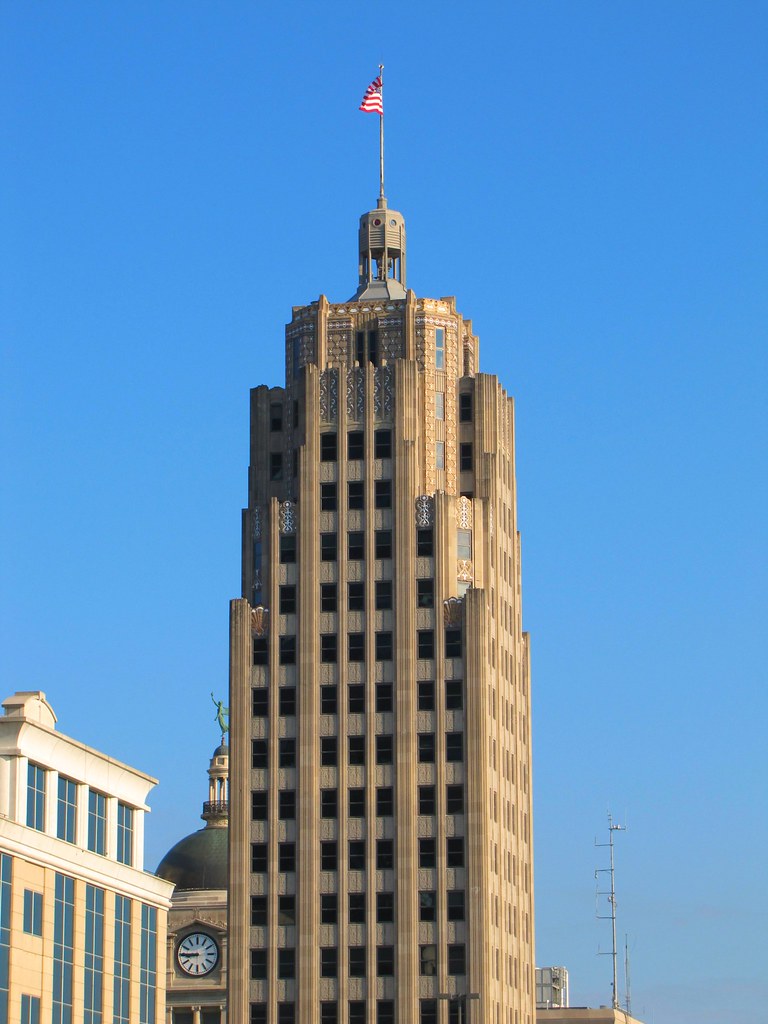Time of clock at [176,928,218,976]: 8:45
